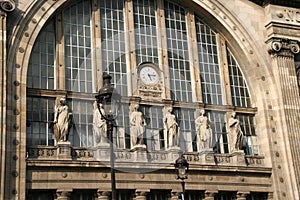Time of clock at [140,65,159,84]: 5:14
